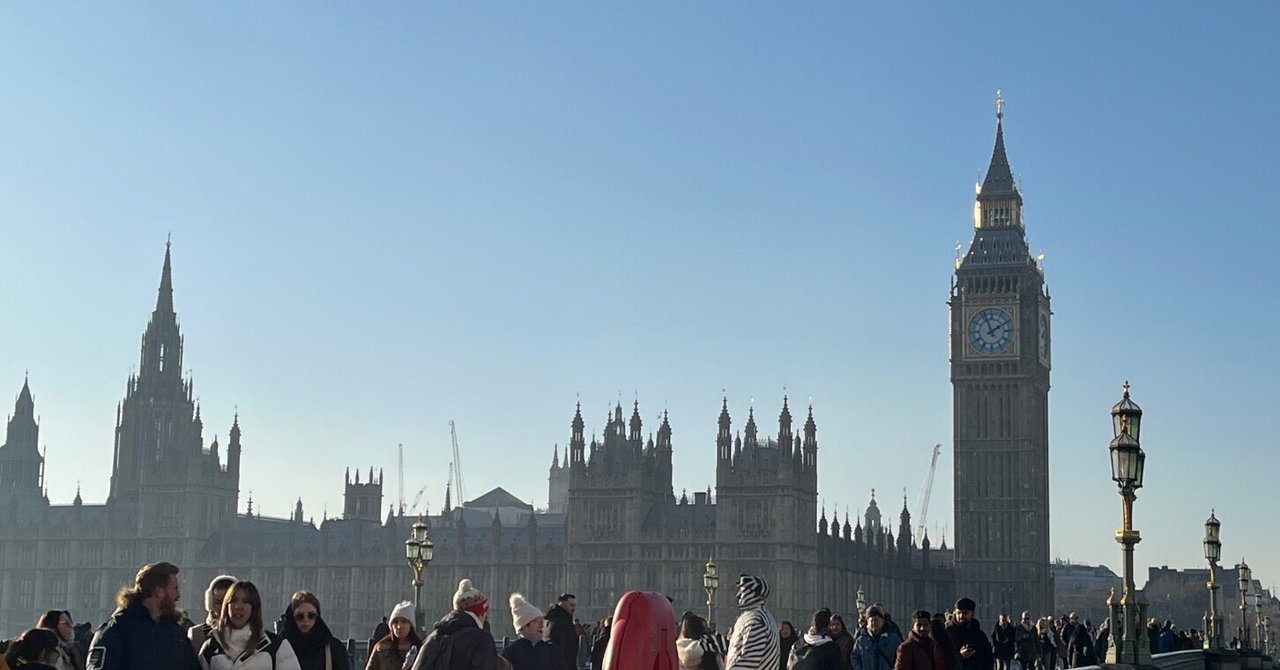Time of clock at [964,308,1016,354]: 1:56
